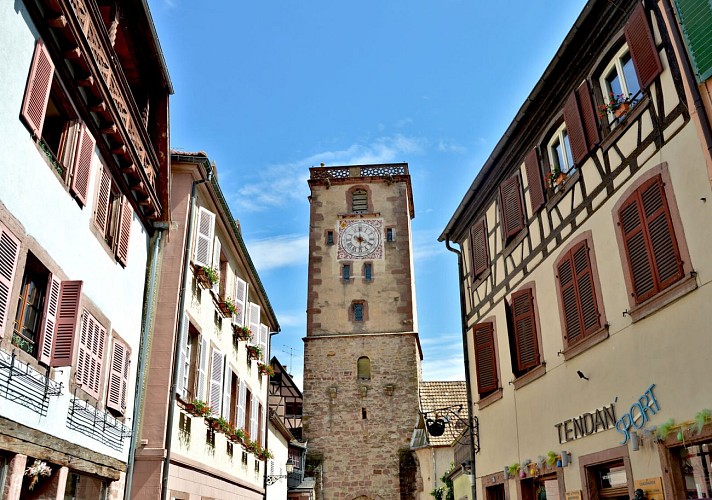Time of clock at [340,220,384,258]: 3:29
